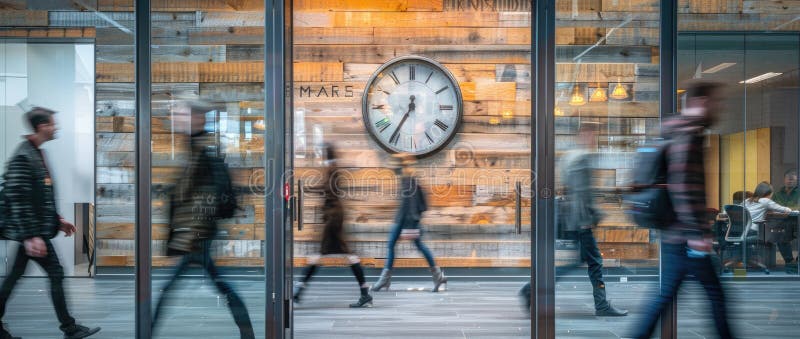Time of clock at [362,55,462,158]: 12:35
